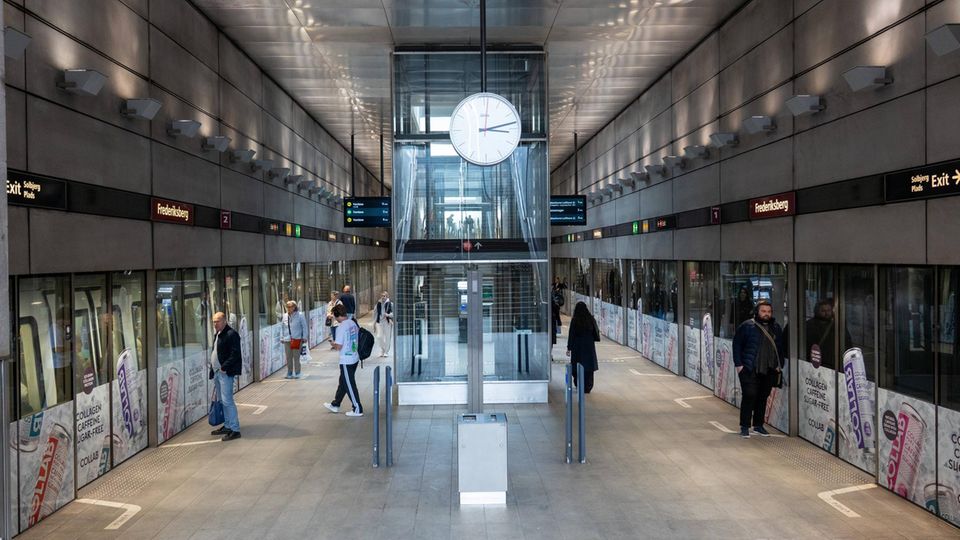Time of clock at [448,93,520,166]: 3:13
